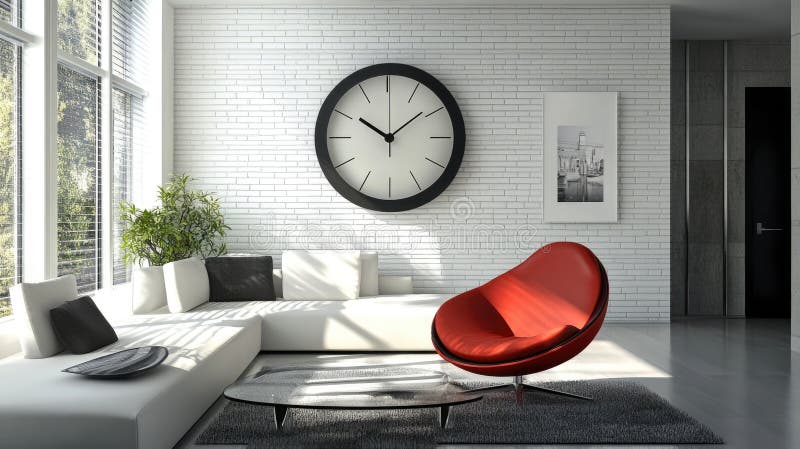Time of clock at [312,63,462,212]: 10:08
